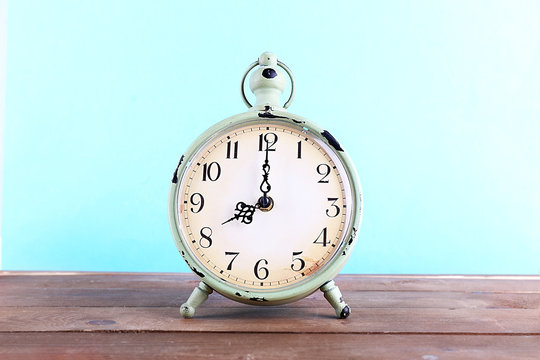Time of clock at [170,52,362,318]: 8:00
